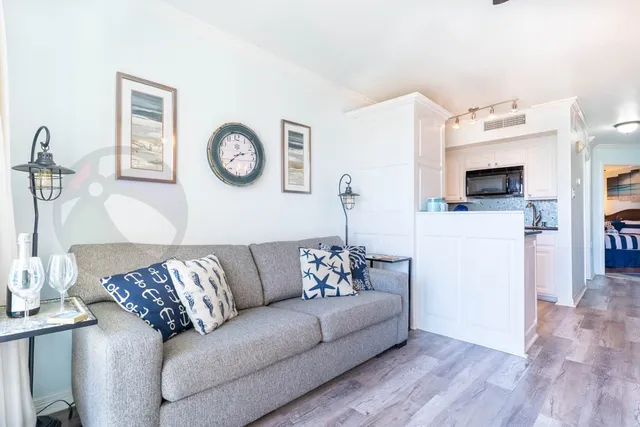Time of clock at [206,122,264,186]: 2:37
